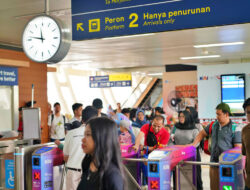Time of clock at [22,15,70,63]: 11:46
